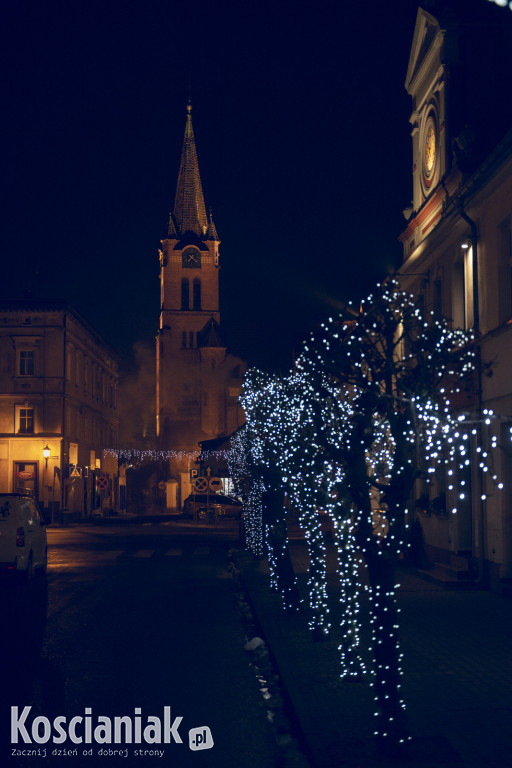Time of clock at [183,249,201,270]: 7:22
